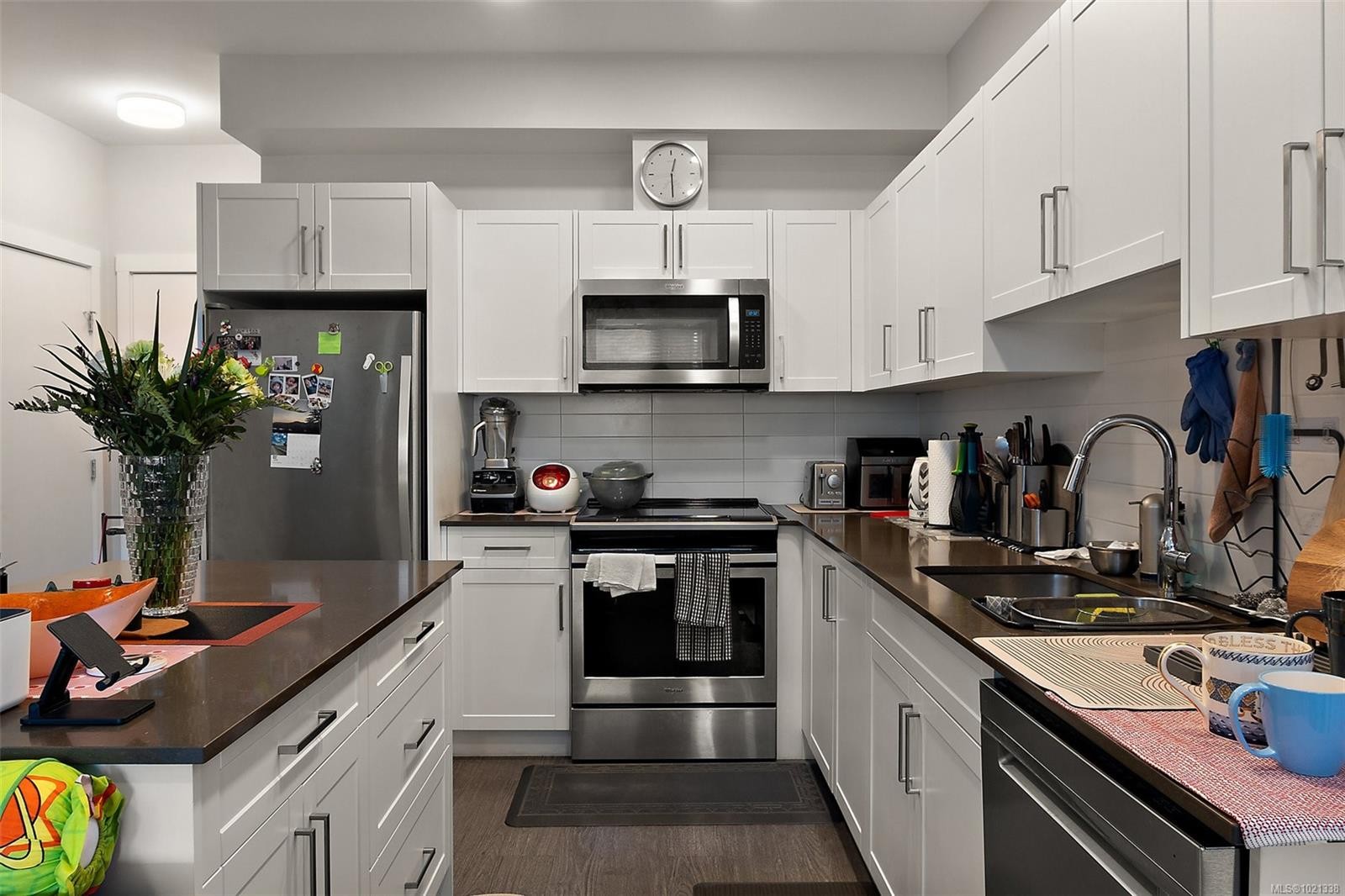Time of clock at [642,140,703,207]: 12:29
